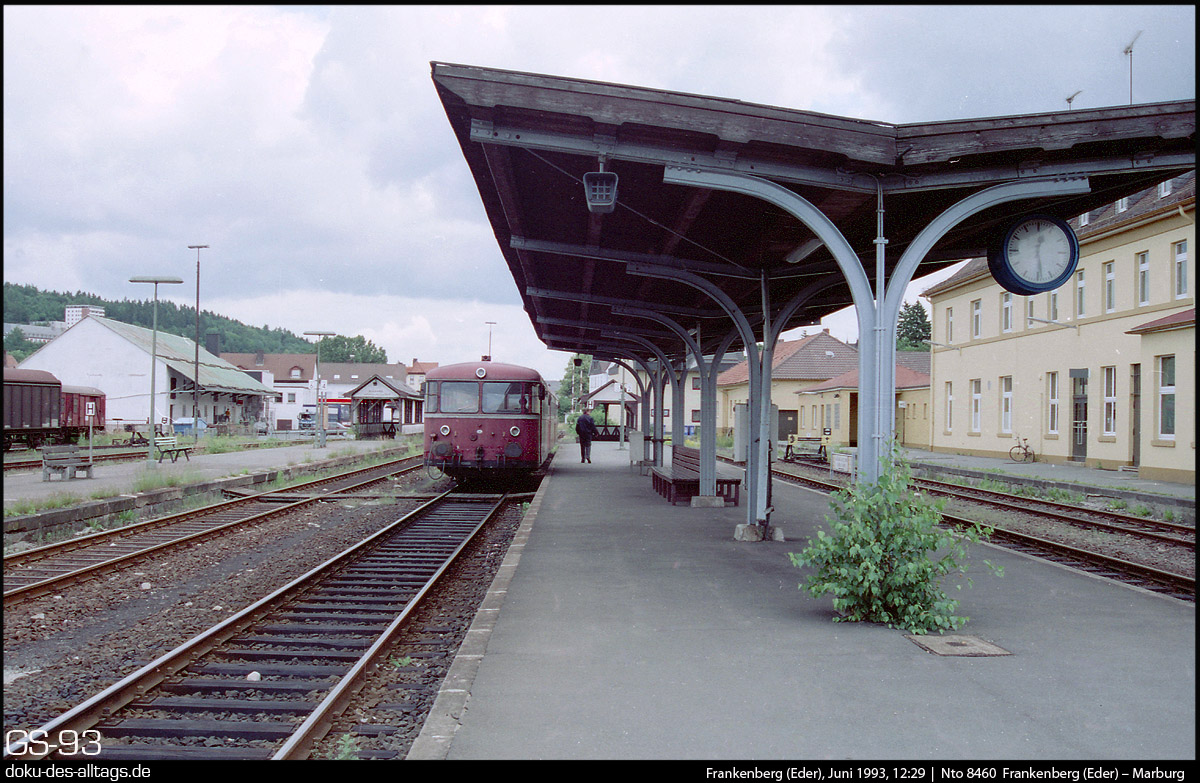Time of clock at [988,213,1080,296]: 12:28
